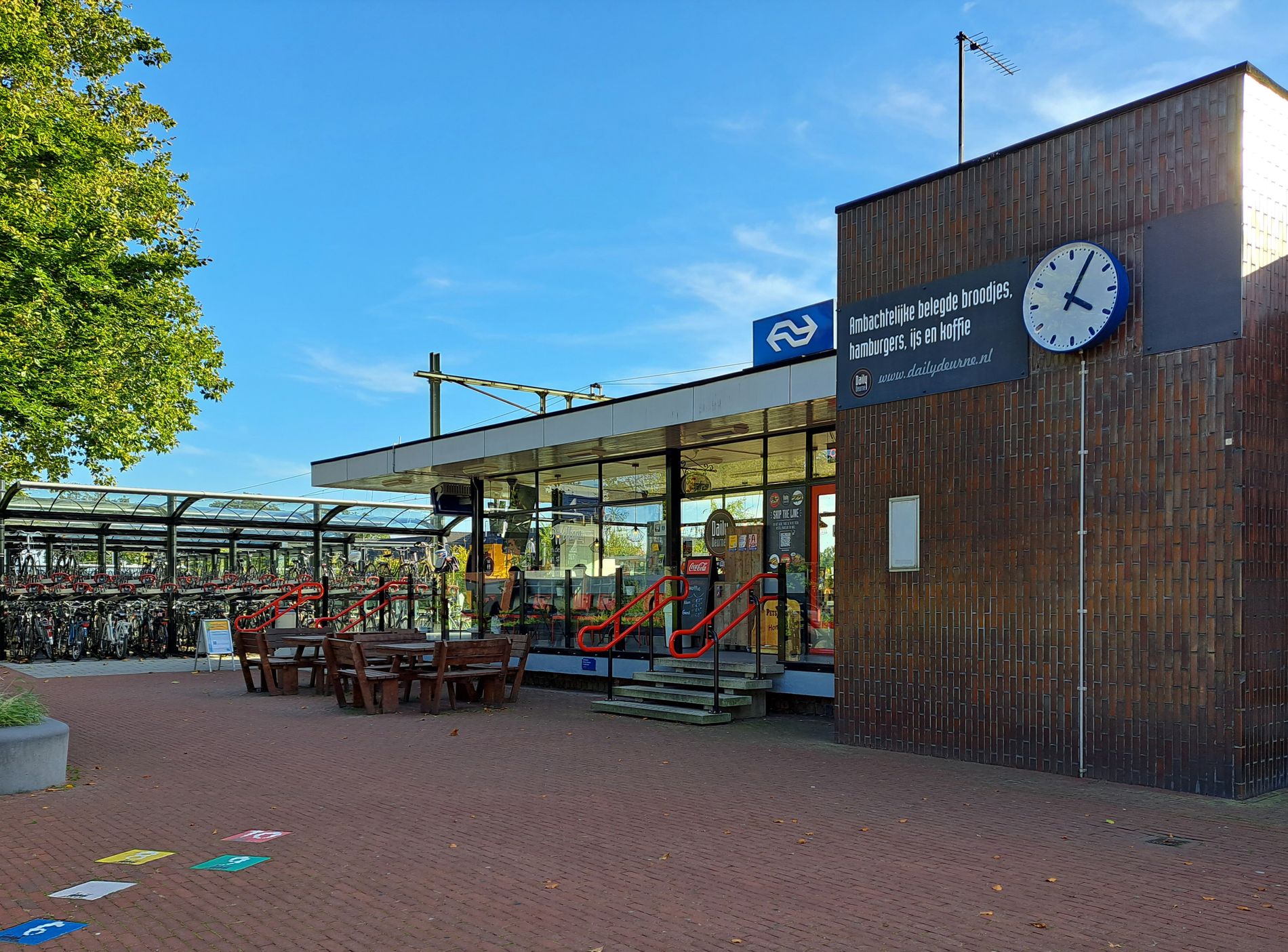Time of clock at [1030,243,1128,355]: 4:04
